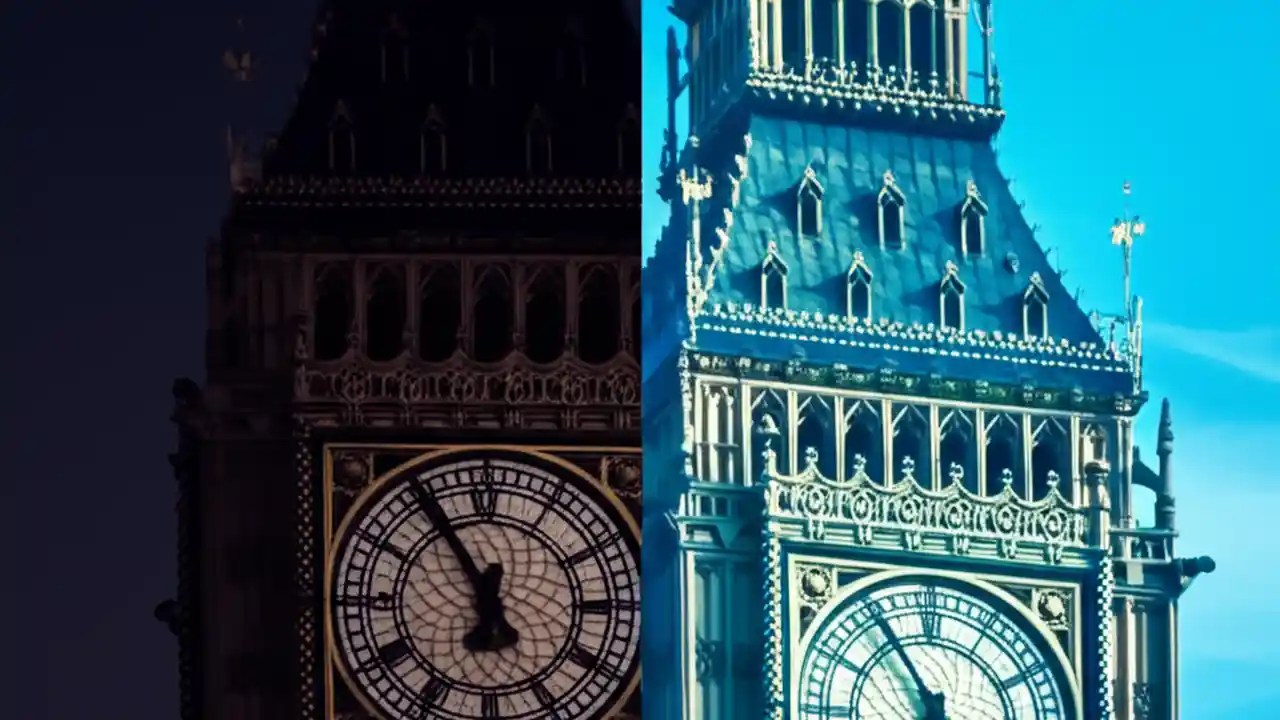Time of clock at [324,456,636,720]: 6:54
